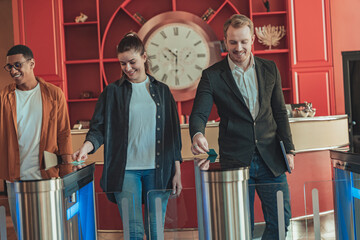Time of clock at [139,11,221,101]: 10:30
